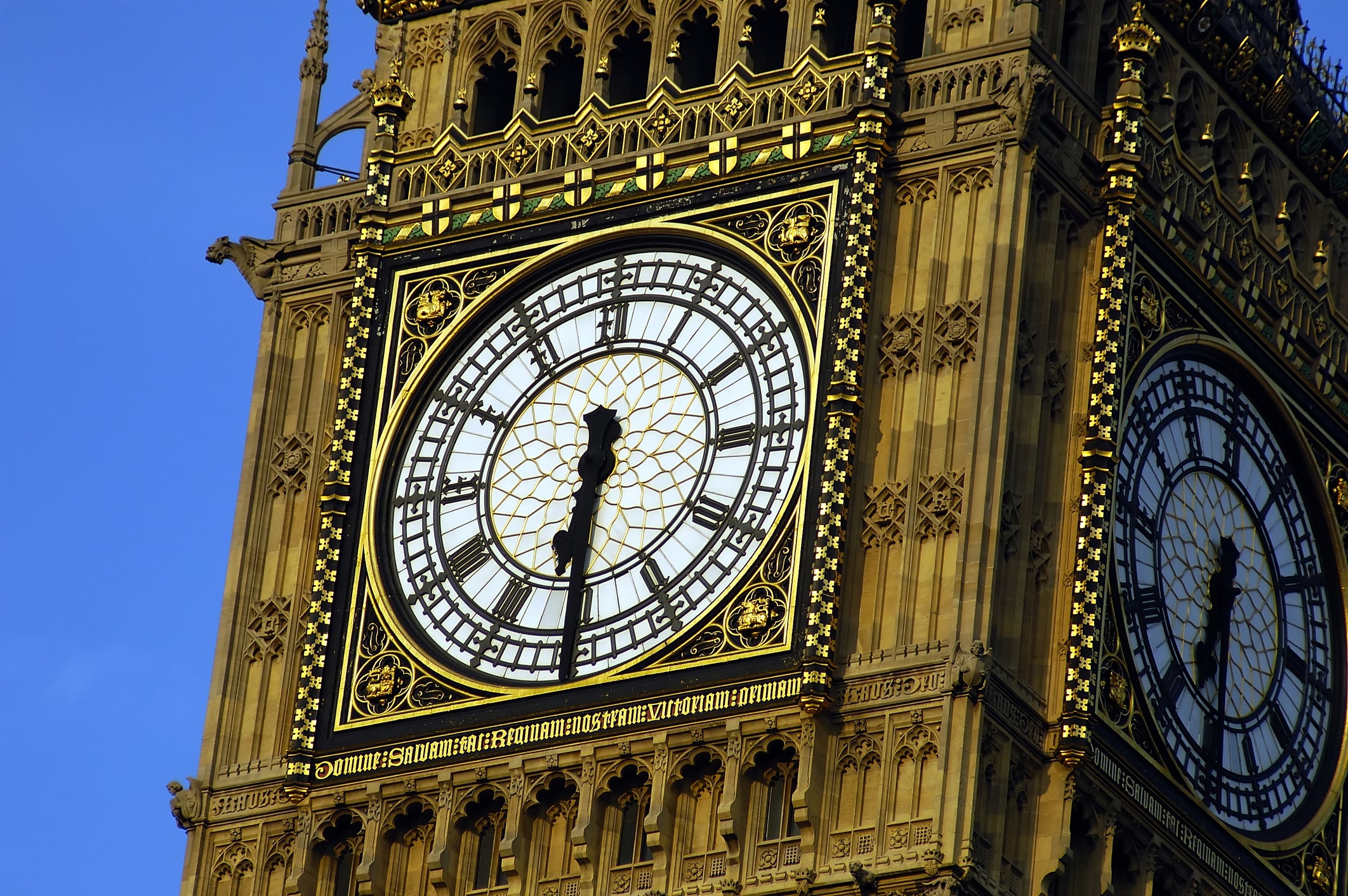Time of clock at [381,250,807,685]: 6:30
